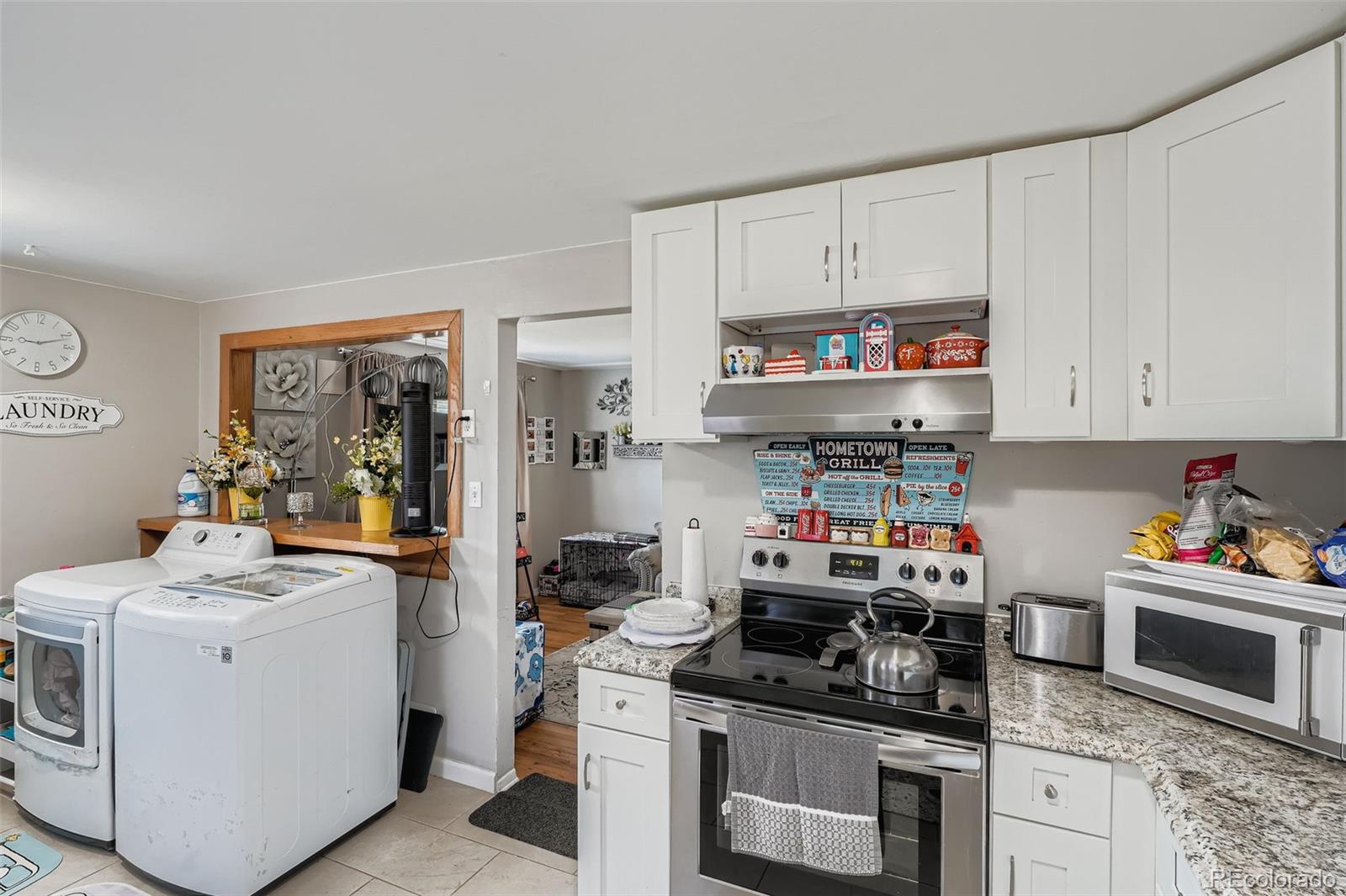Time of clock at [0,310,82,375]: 9:11
